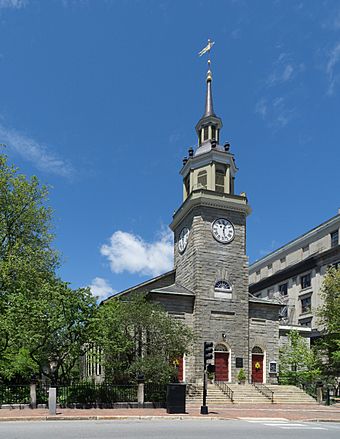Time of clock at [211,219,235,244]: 12:27
